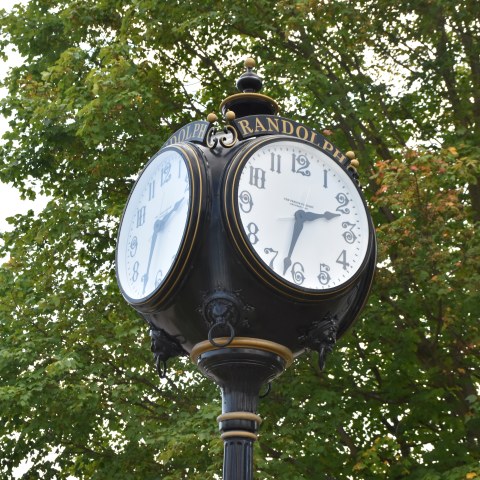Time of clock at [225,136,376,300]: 2:32
